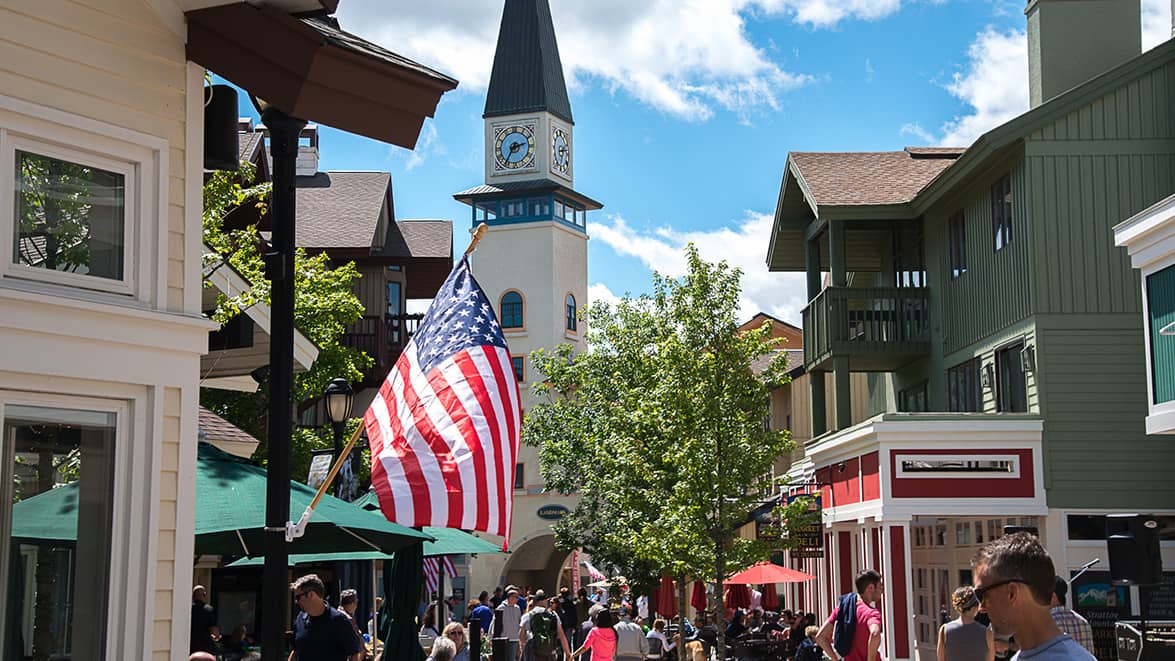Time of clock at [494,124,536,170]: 2:35
